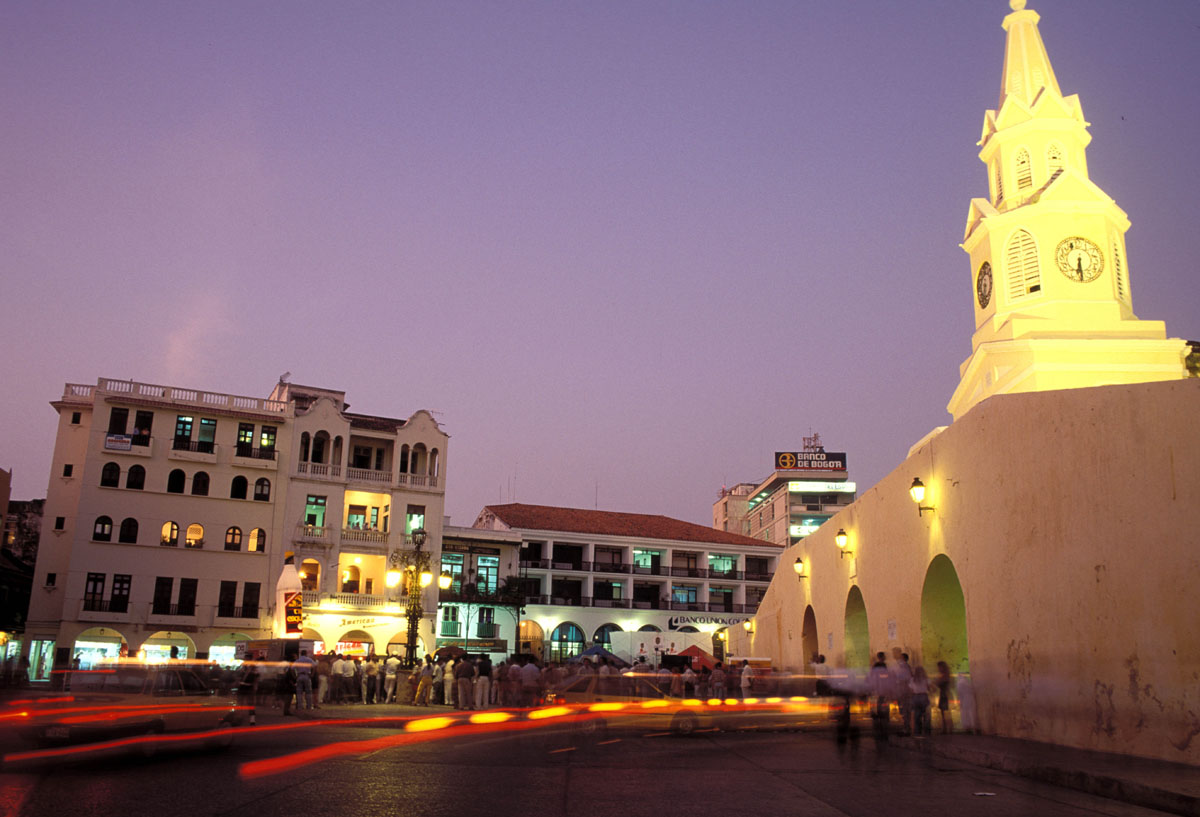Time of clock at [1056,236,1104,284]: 6:30
